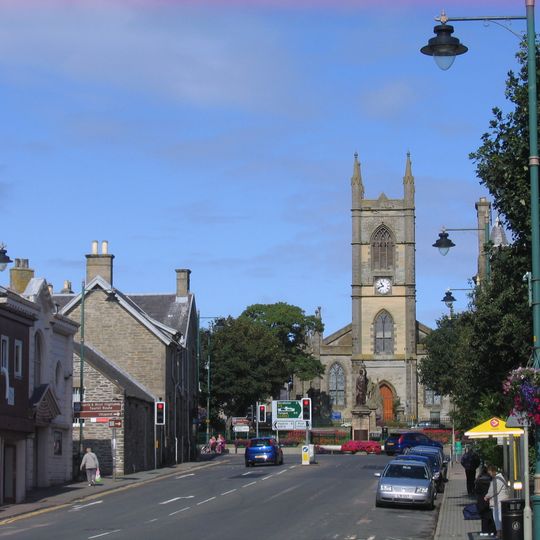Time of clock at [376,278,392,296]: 10:41
